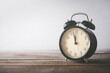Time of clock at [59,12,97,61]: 11:58
